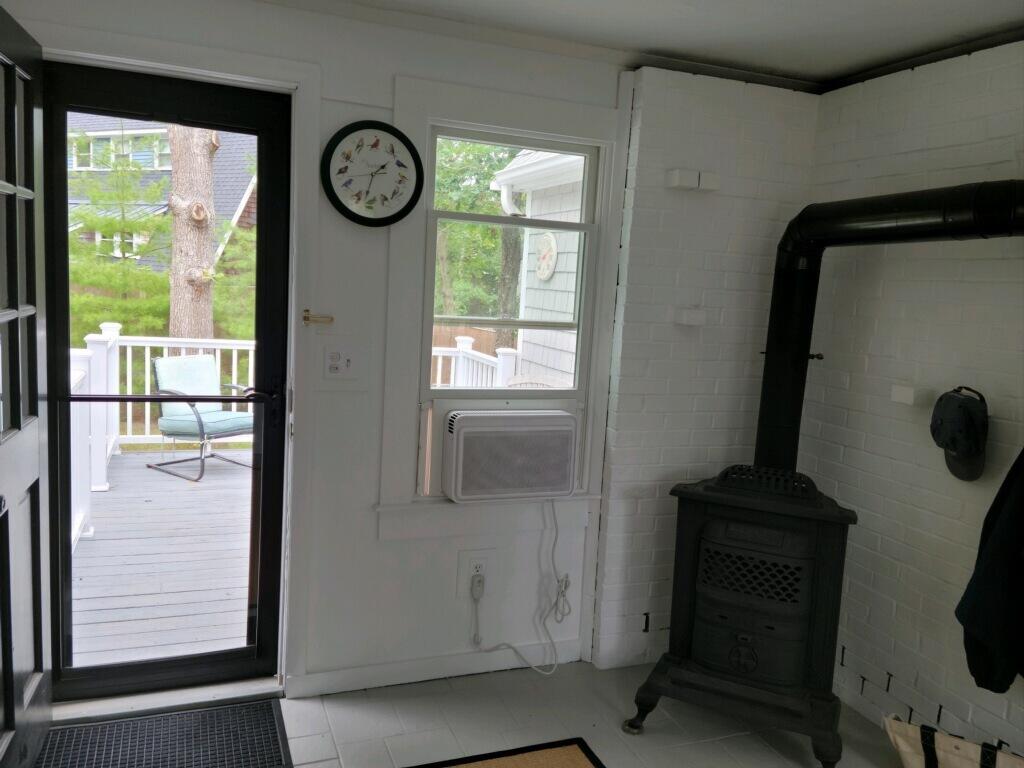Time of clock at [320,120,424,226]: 1:32
